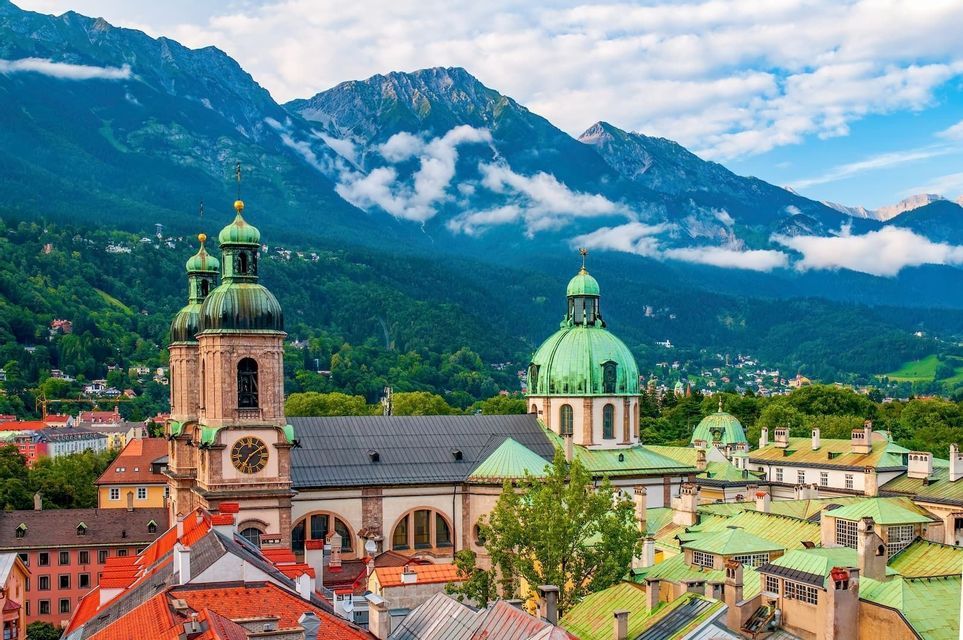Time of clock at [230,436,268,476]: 7:08
